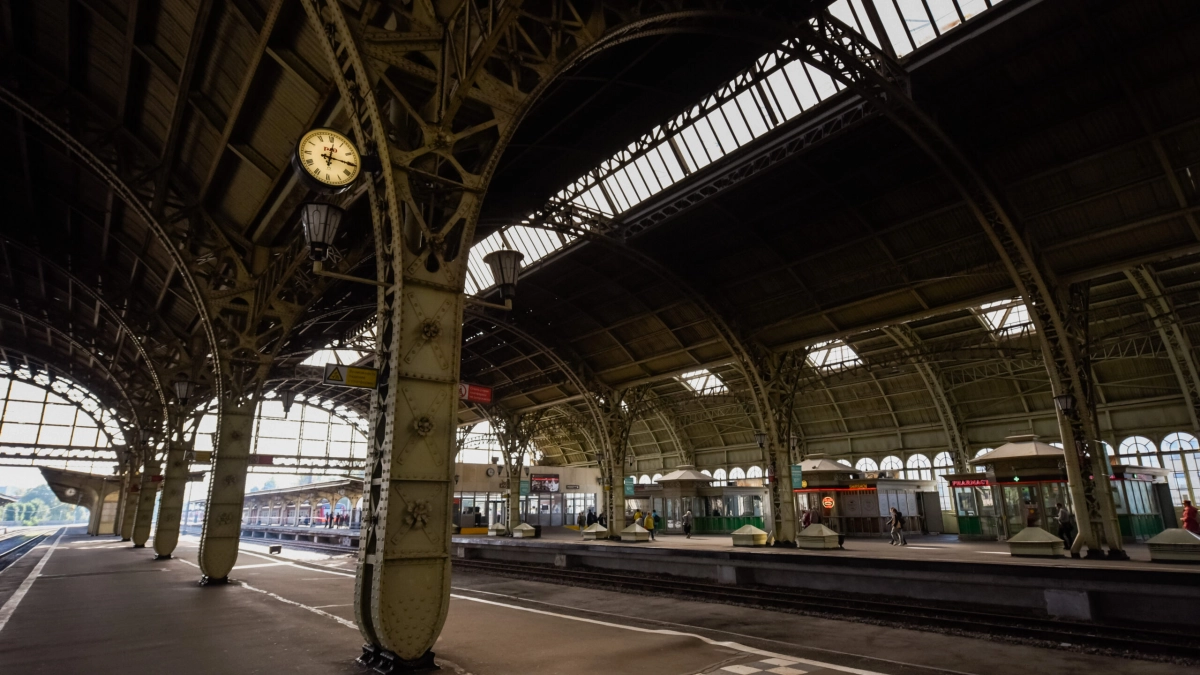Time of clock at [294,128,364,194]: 12:15
